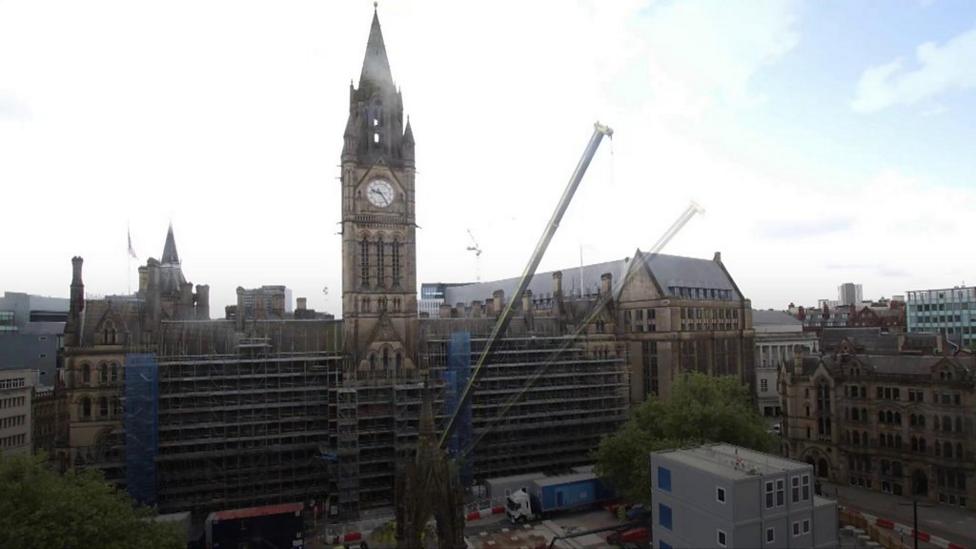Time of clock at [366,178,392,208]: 9:24
